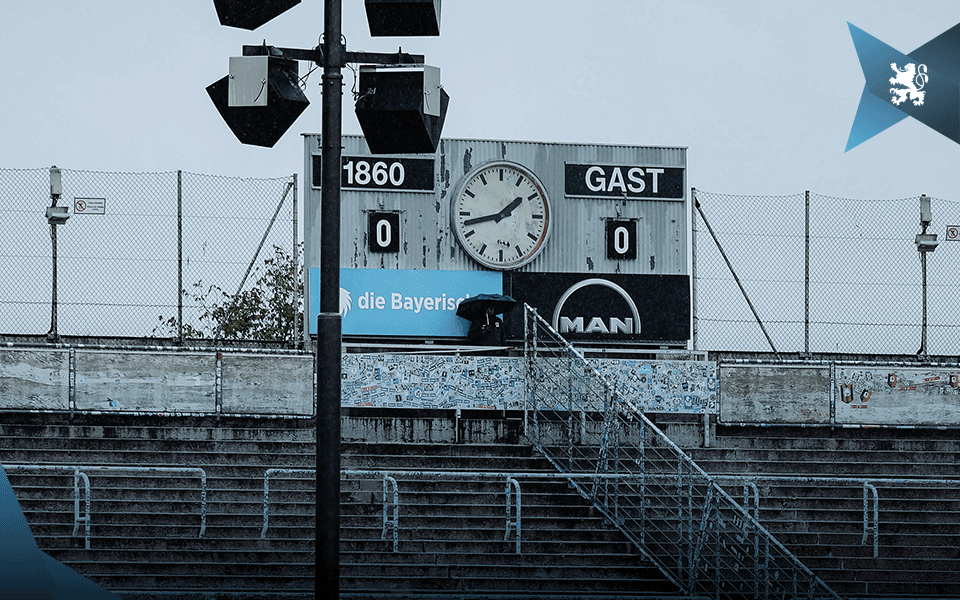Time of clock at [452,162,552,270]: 1:42
